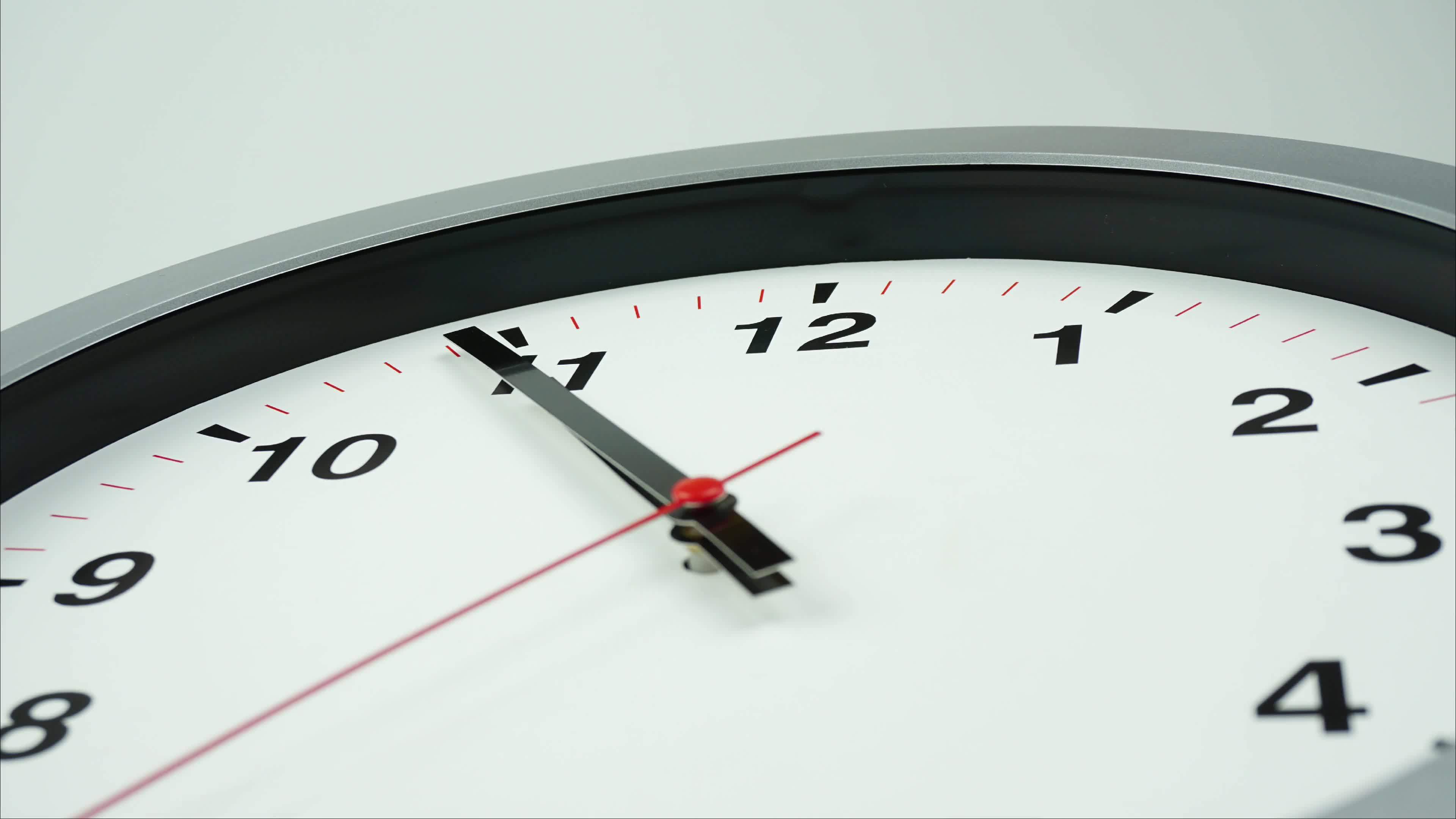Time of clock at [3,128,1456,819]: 10:54
